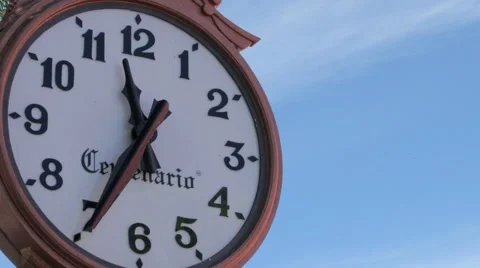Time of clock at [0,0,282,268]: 11:35
